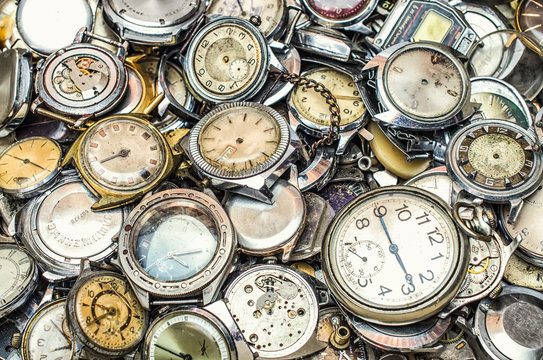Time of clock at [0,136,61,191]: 3:49
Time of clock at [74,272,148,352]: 7:46
